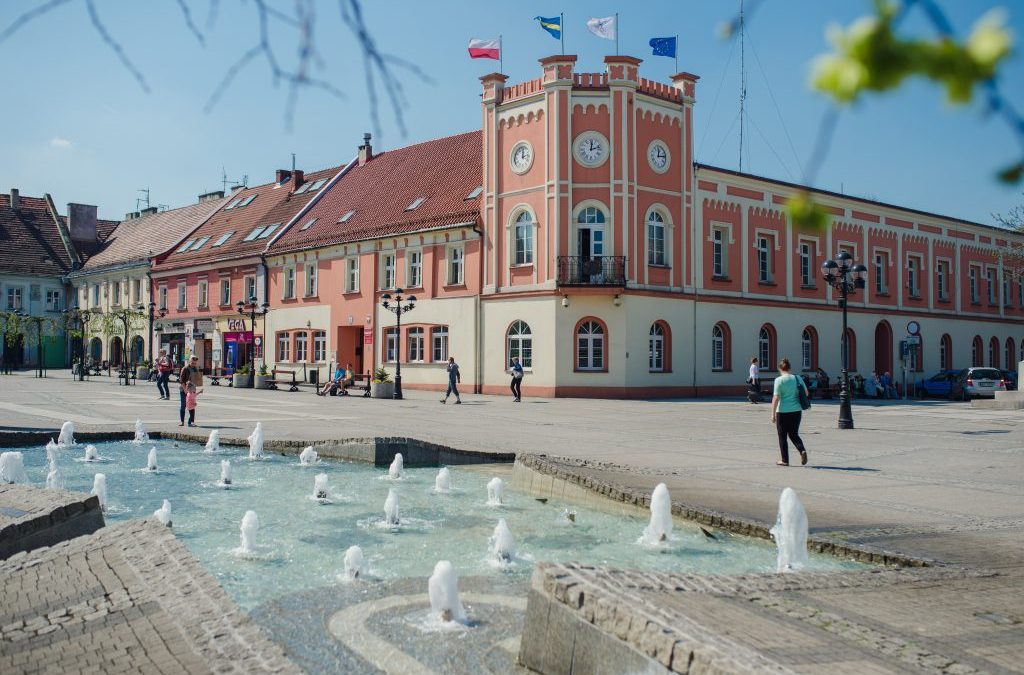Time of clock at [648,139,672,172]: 12:13
